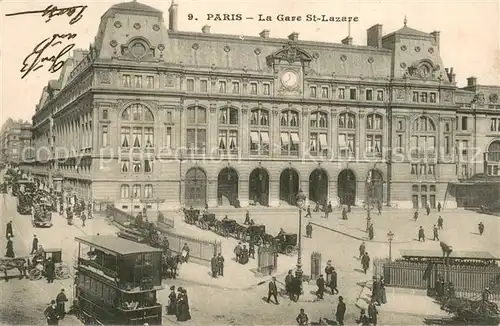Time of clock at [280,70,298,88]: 11:37
